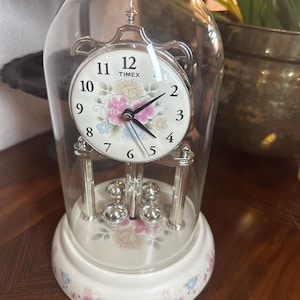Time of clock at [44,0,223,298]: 4:09
